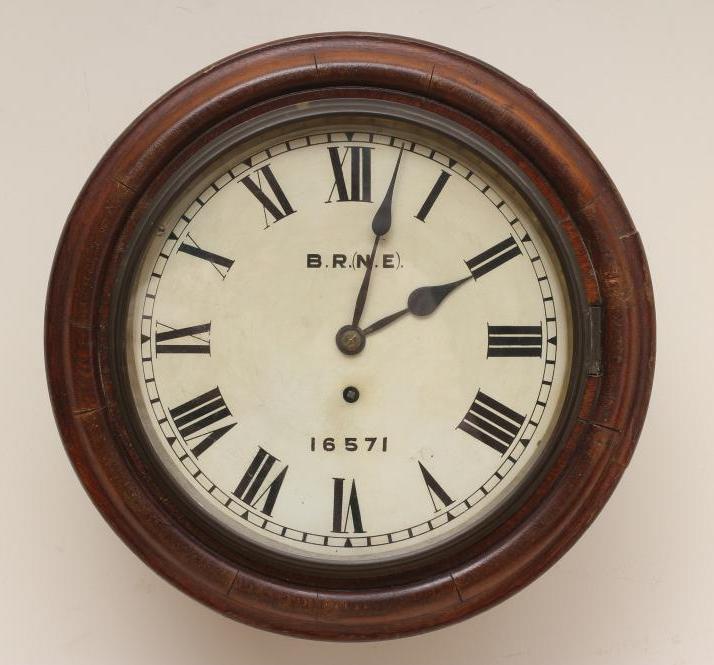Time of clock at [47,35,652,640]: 2:02
